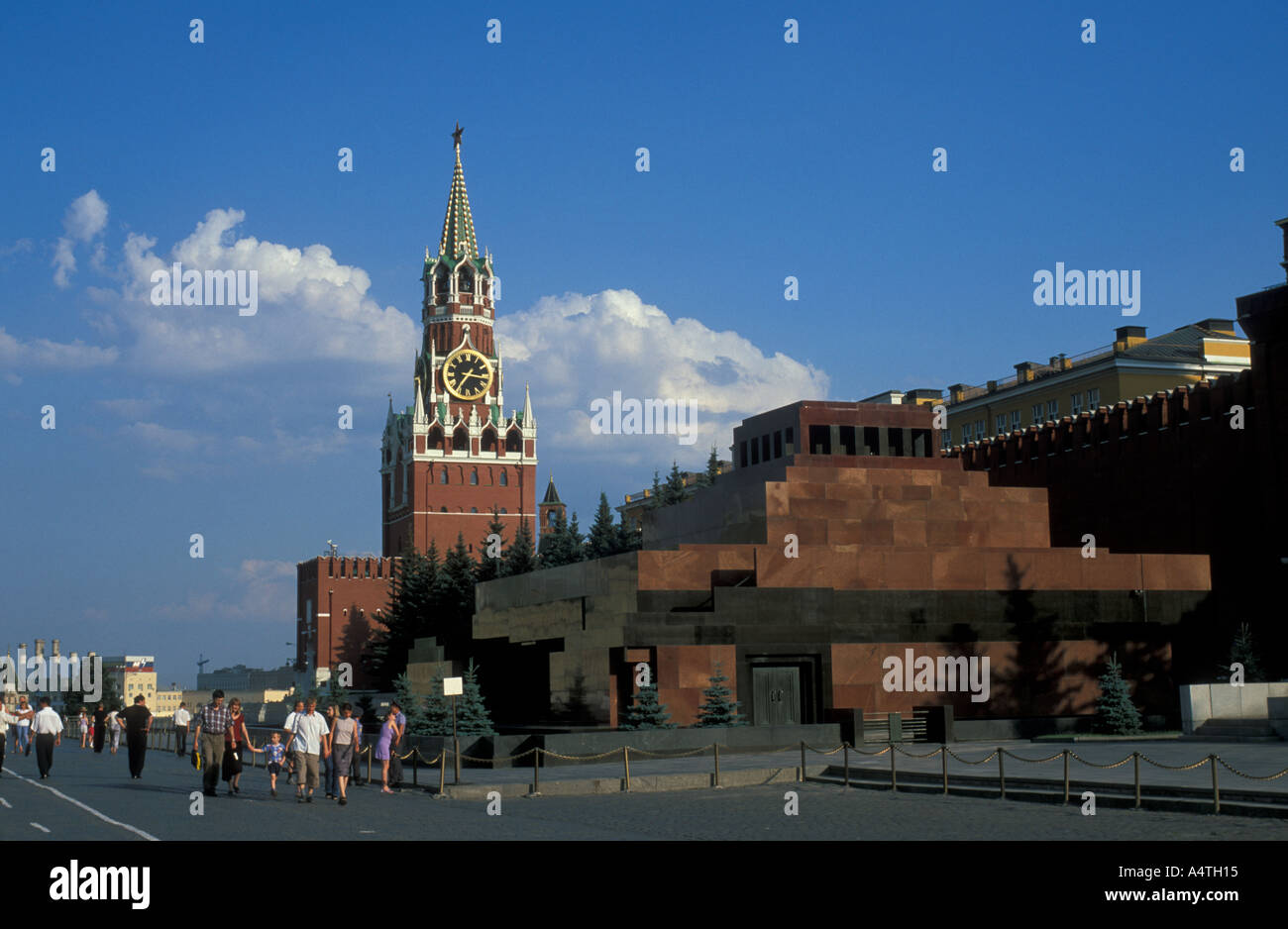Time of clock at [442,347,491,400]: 7:16
